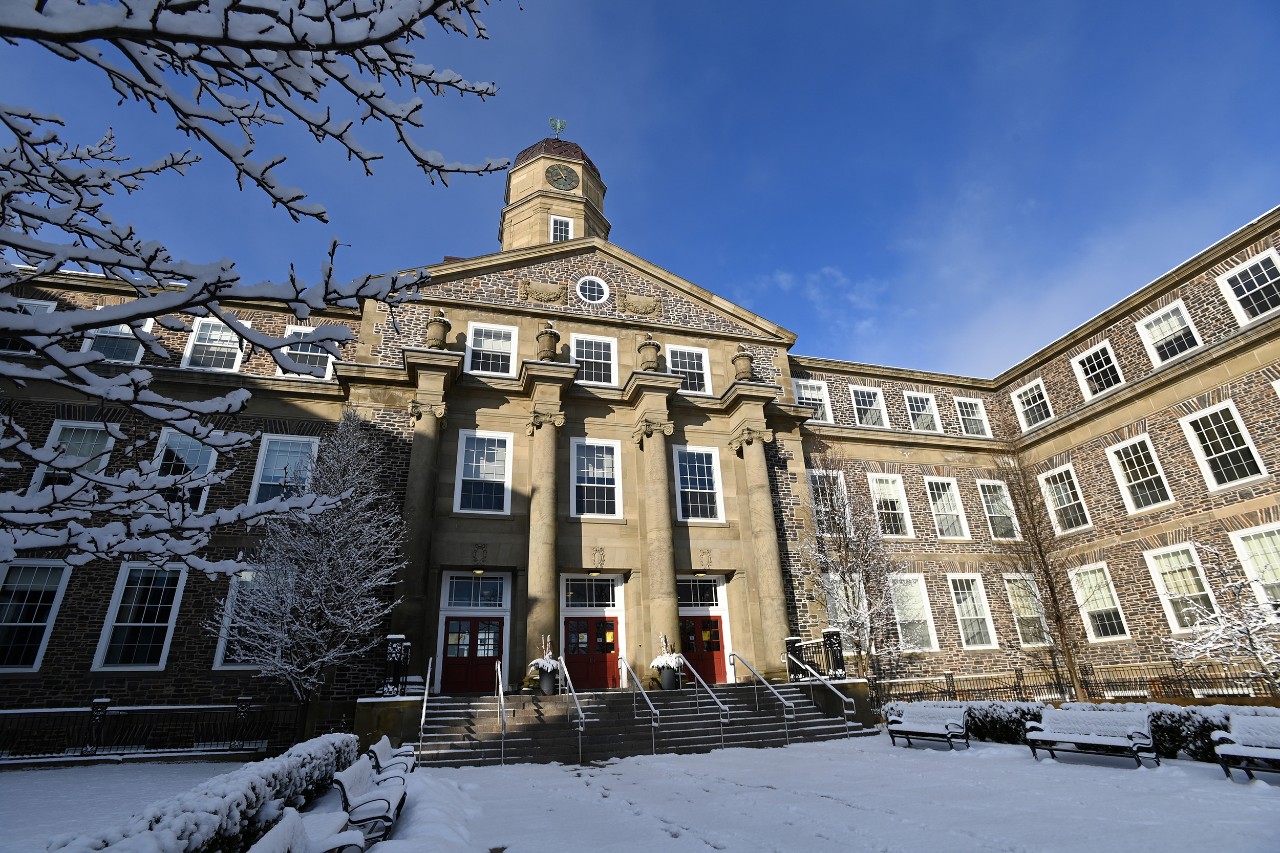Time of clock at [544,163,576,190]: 7:55
